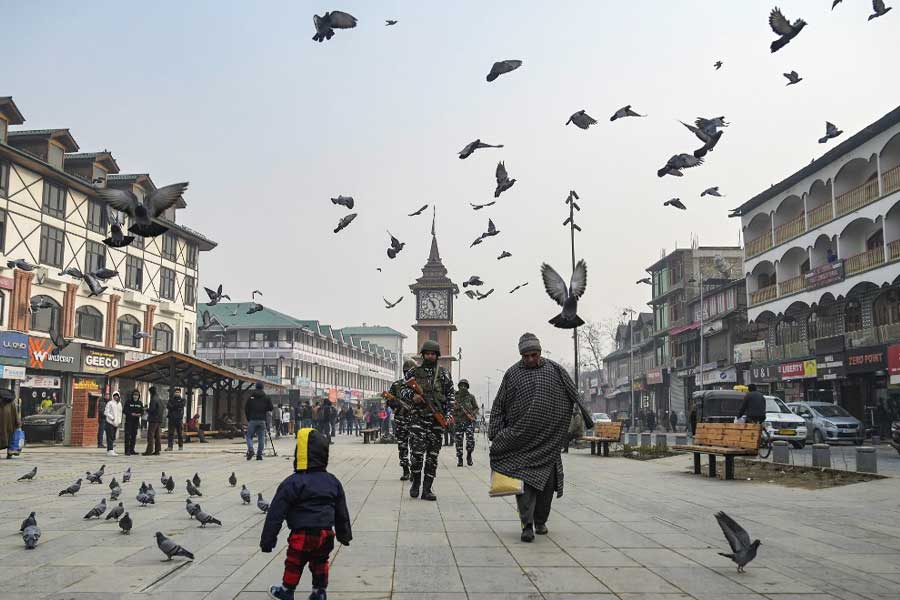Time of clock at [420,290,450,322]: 10:26
